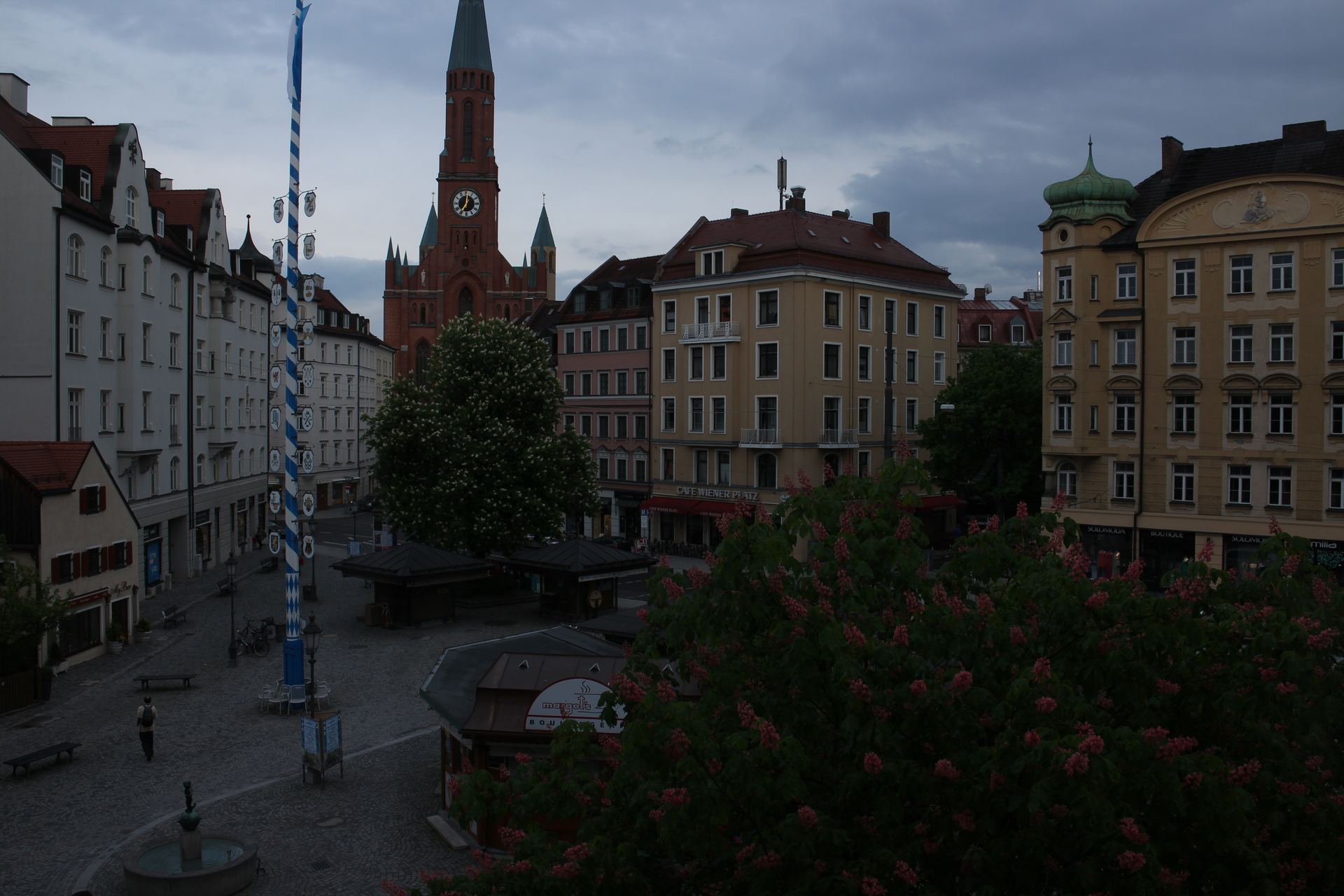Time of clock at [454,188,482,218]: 7:01
